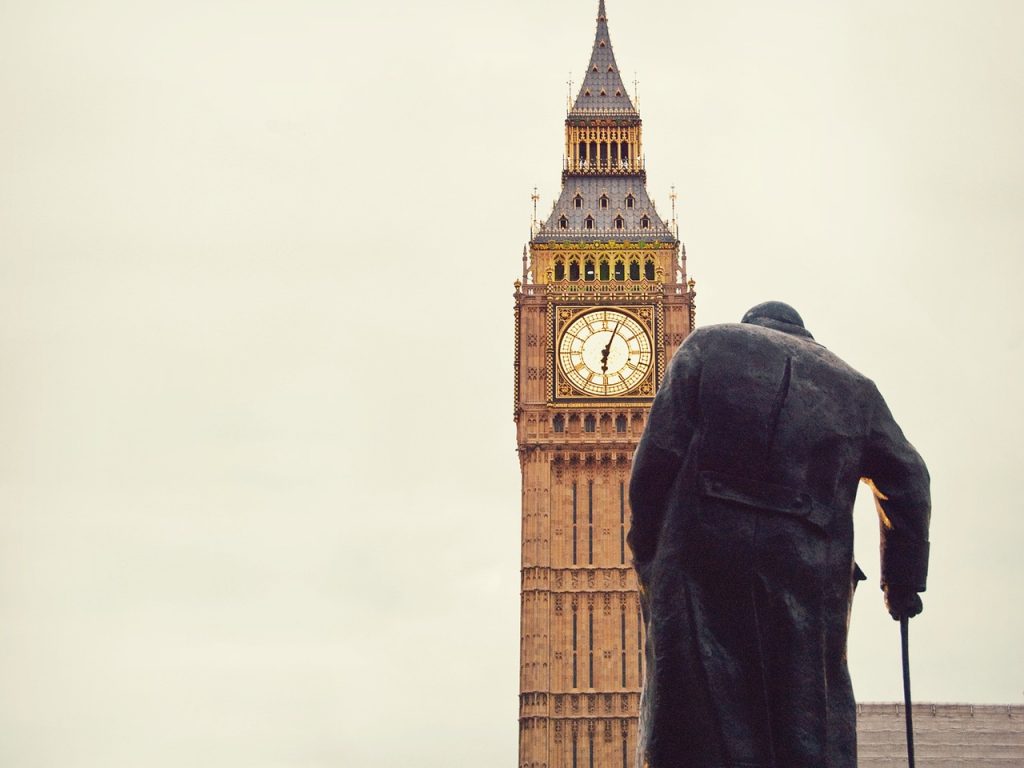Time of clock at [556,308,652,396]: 6:03
